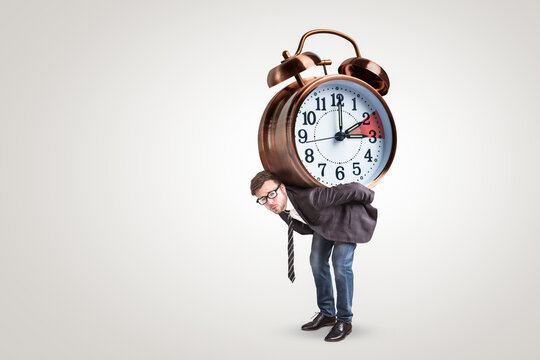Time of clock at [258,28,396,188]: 2:00
